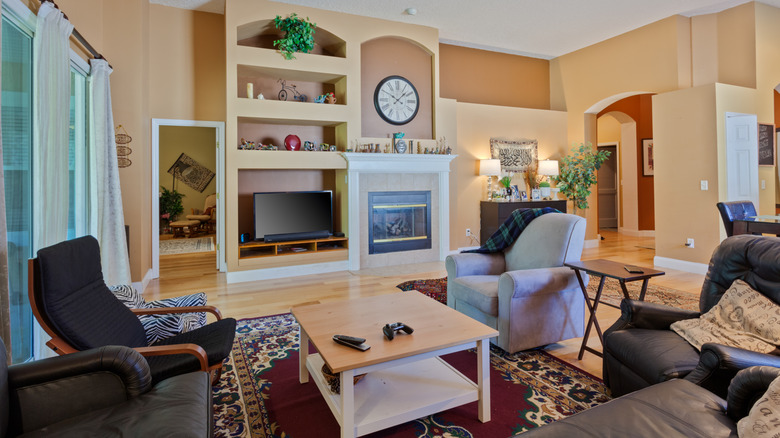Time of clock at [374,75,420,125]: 10:07
